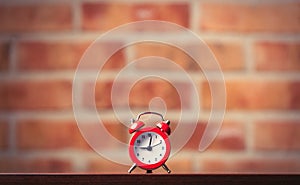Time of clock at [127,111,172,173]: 9:01
